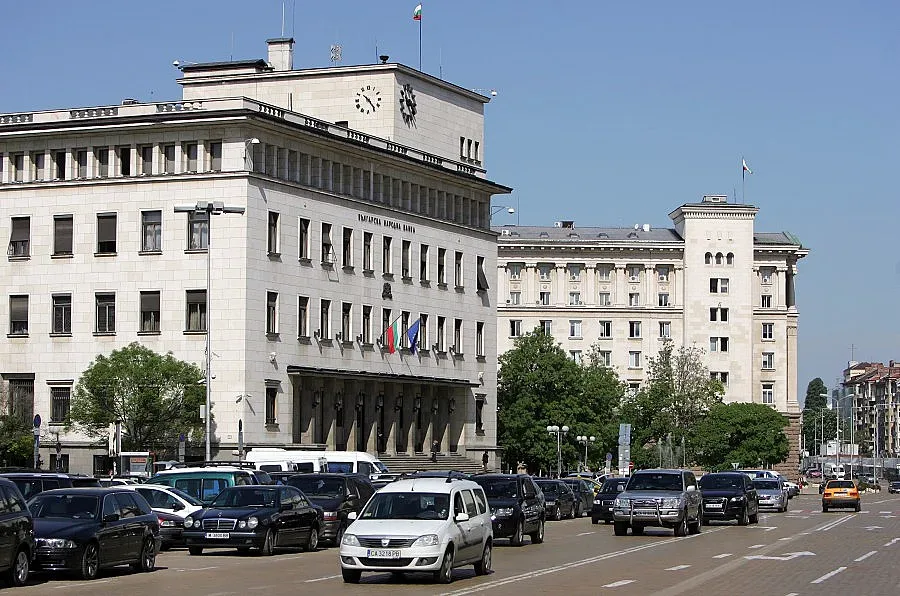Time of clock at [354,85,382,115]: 10:24
